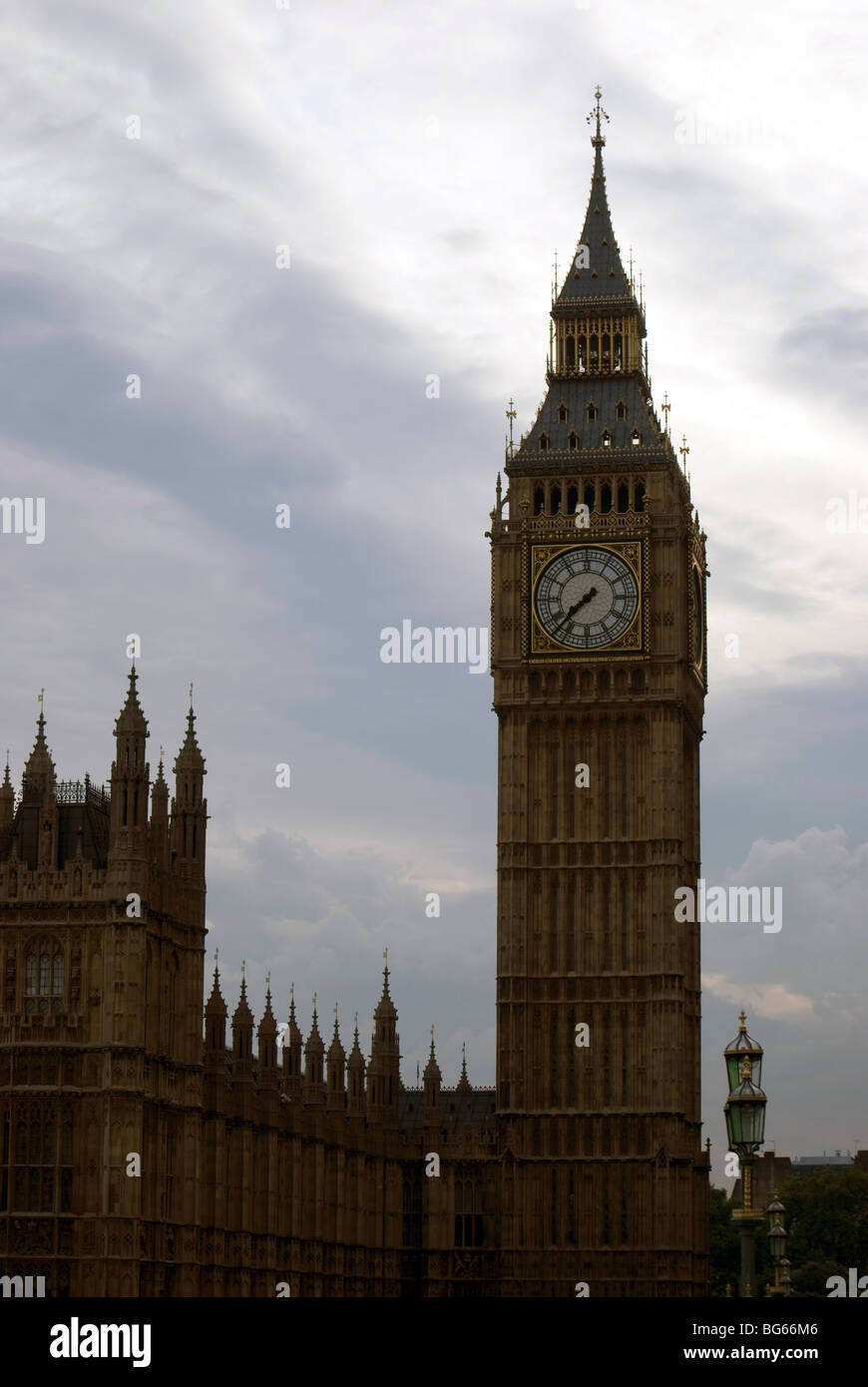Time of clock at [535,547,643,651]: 7:37
